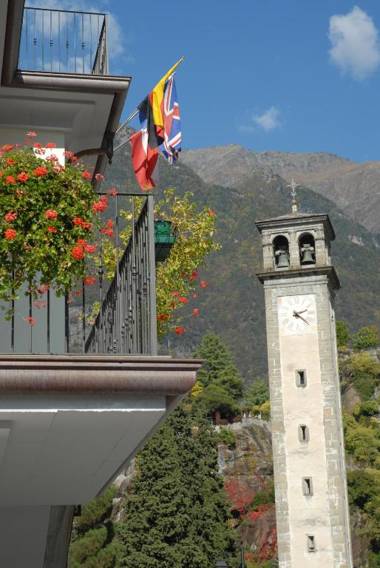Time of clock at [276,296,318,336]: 2:21
